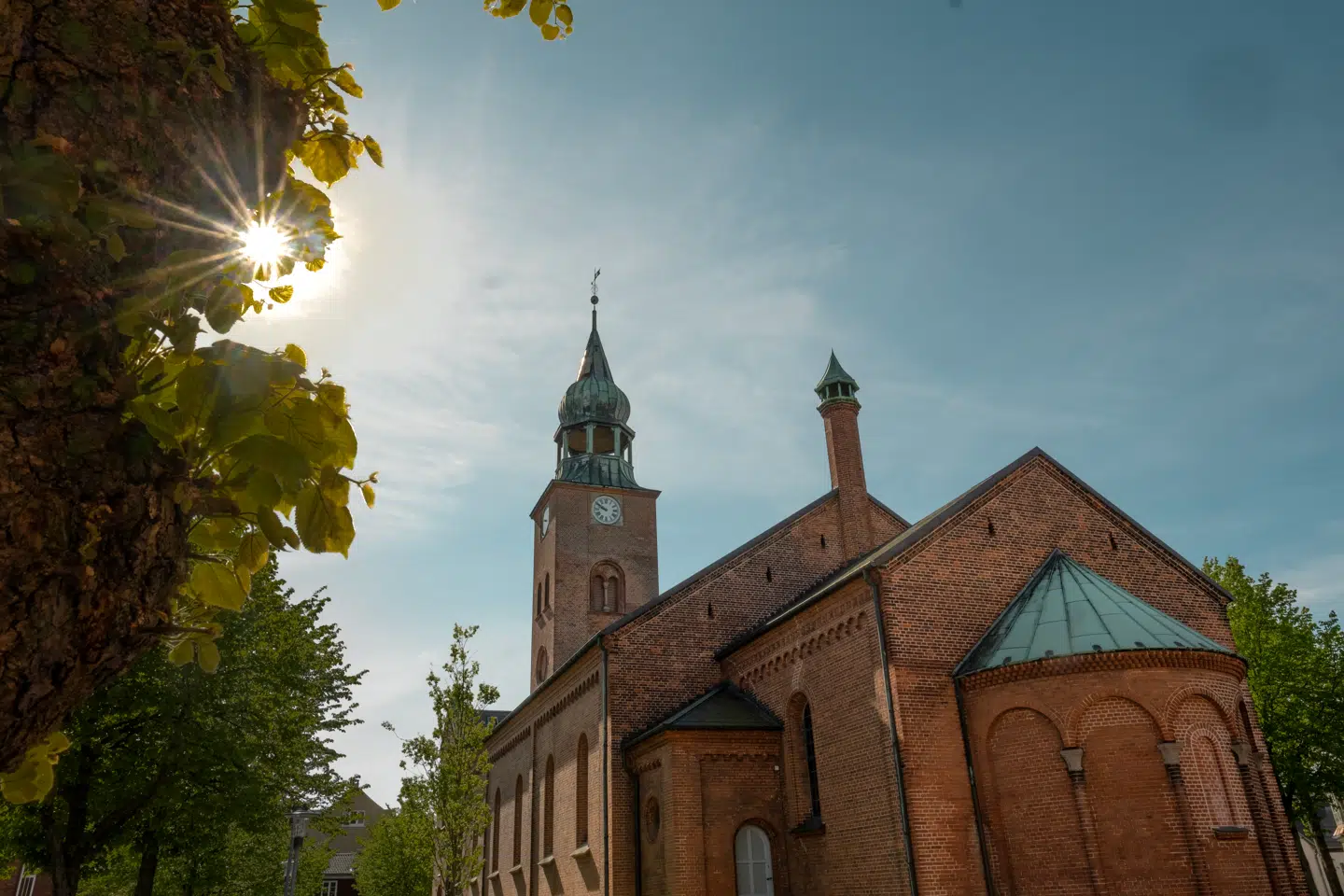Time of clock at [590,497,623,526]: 9:50
